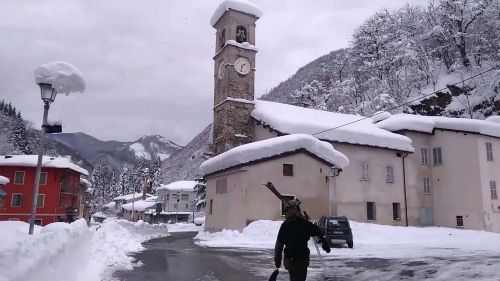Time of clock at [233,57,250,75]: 1:32
